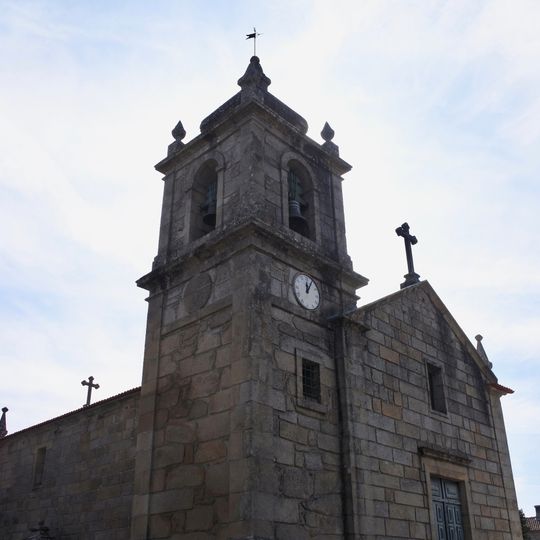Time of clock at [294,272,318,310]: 12:05
